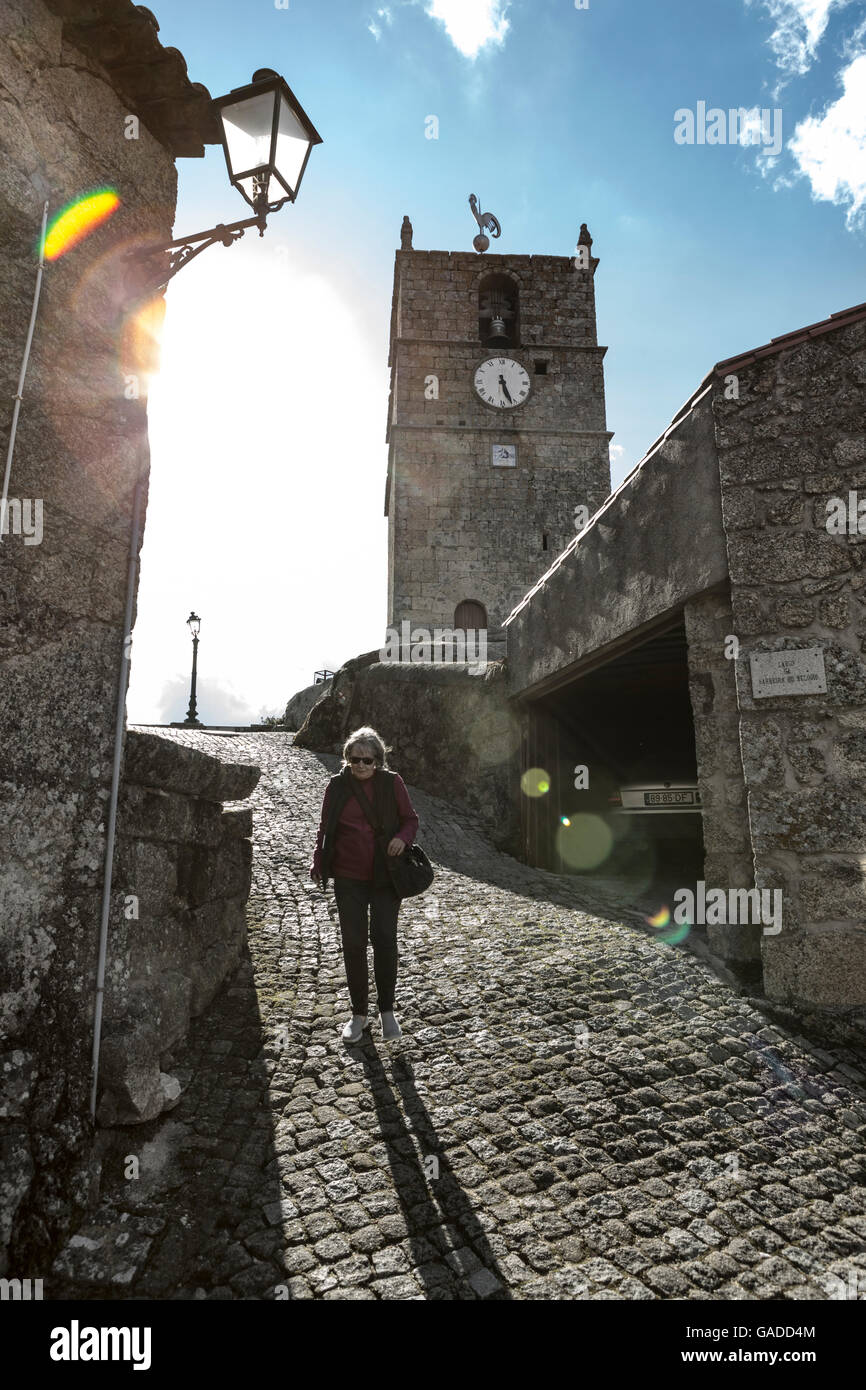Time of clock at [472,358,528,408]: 5:26
